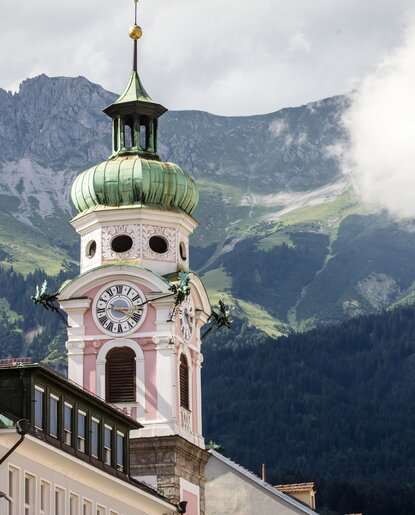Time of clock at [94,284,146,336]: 3:21
